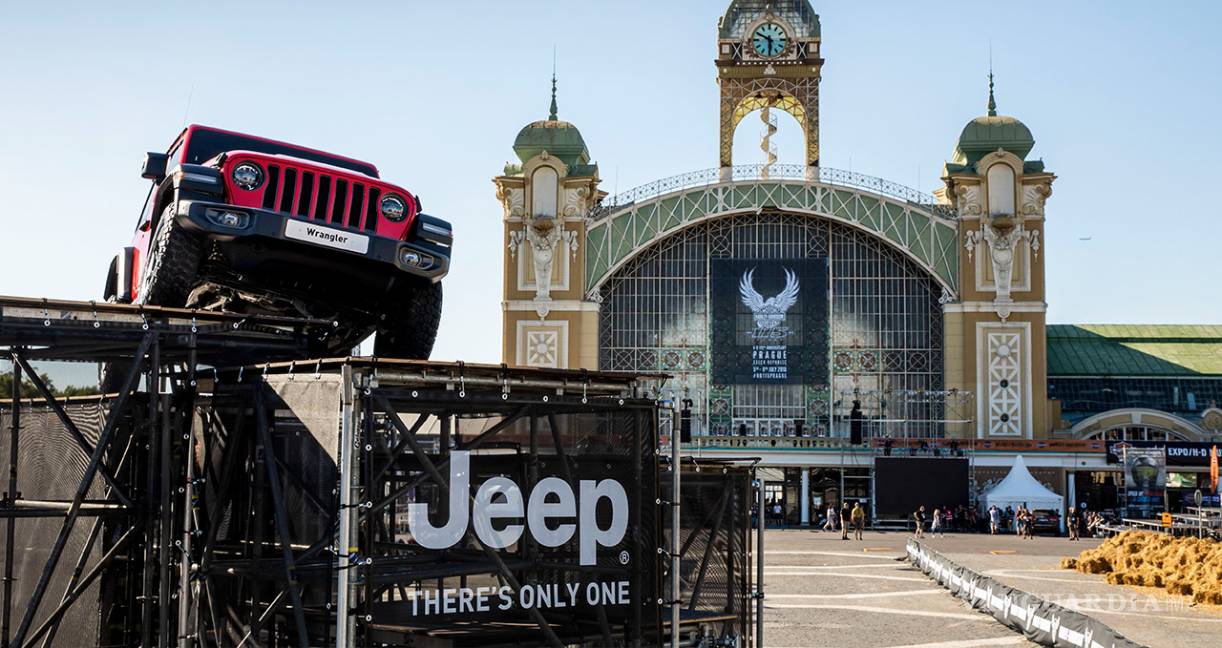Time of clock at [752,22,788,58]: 5:49
